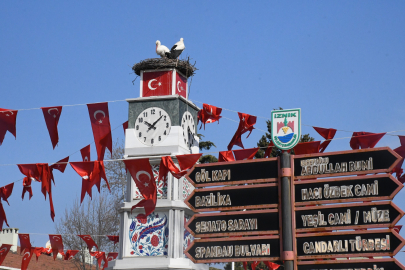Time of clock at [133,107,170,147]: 10:07
